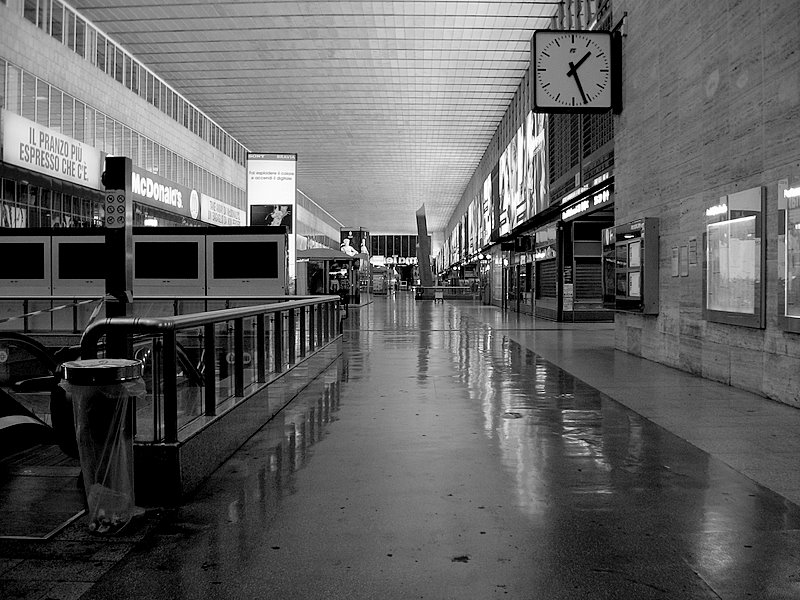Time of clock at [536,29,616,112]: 1:26
